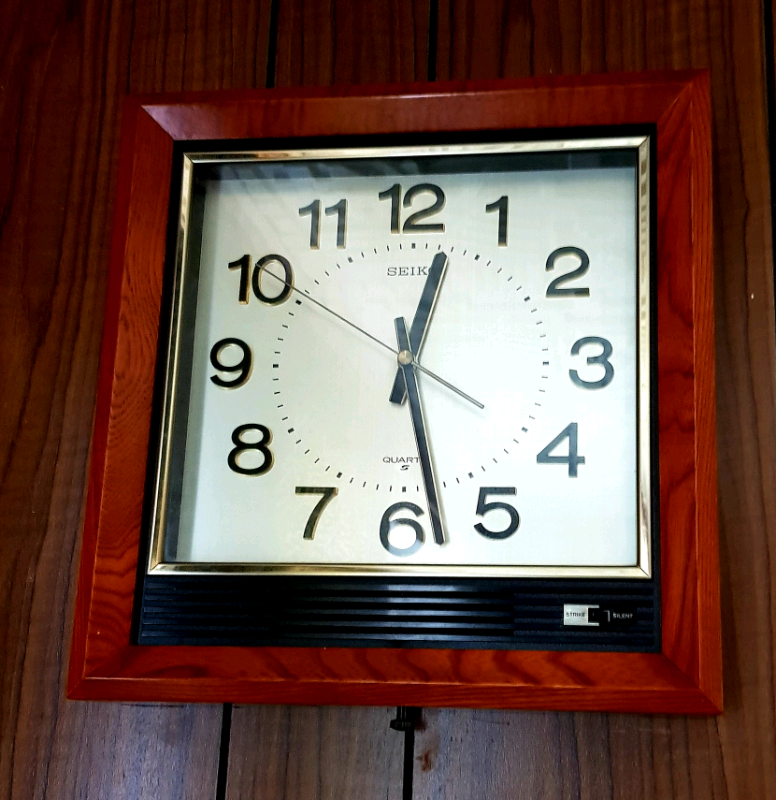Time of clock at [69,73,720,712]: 12:28
